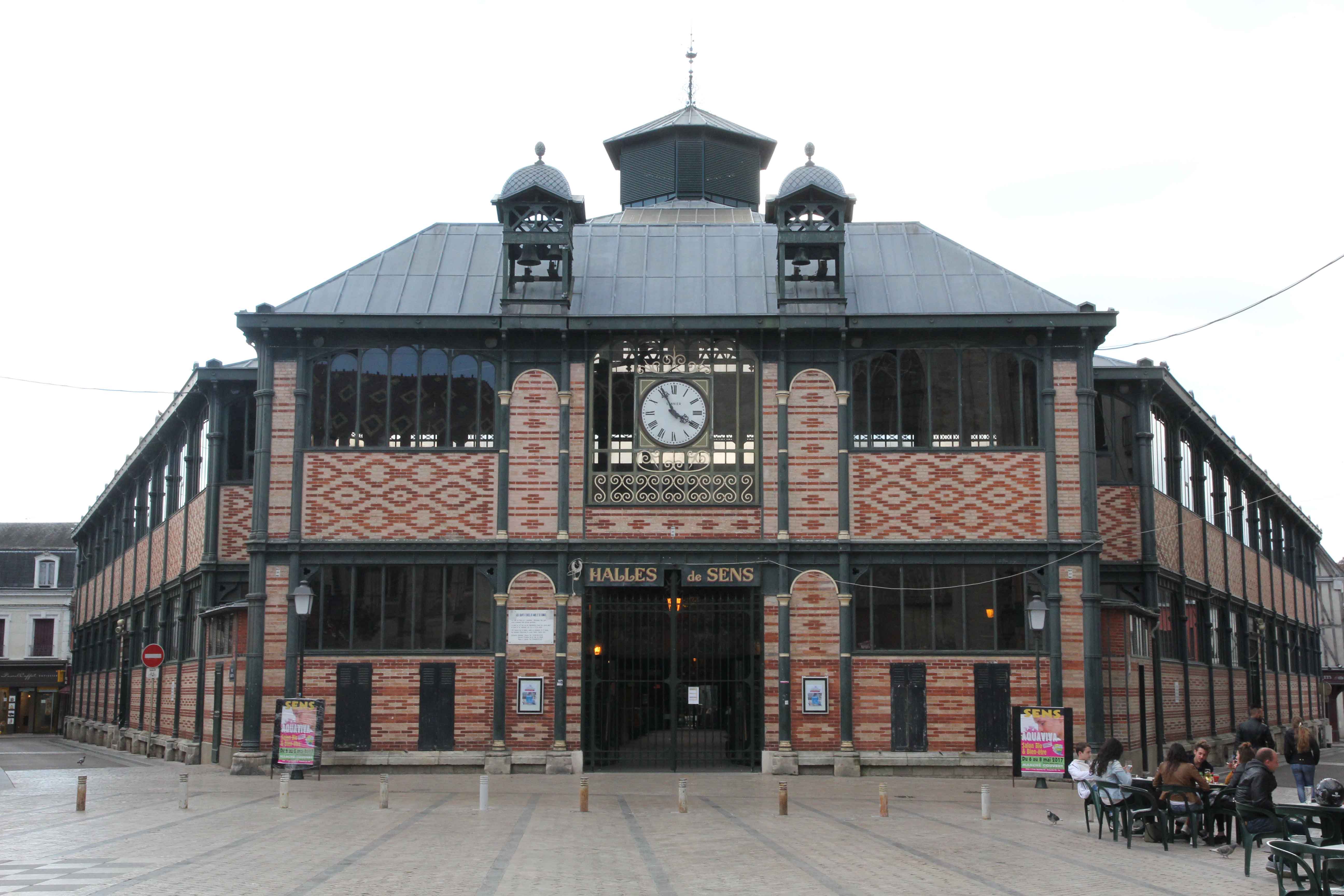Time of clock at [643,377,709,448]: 3:55
